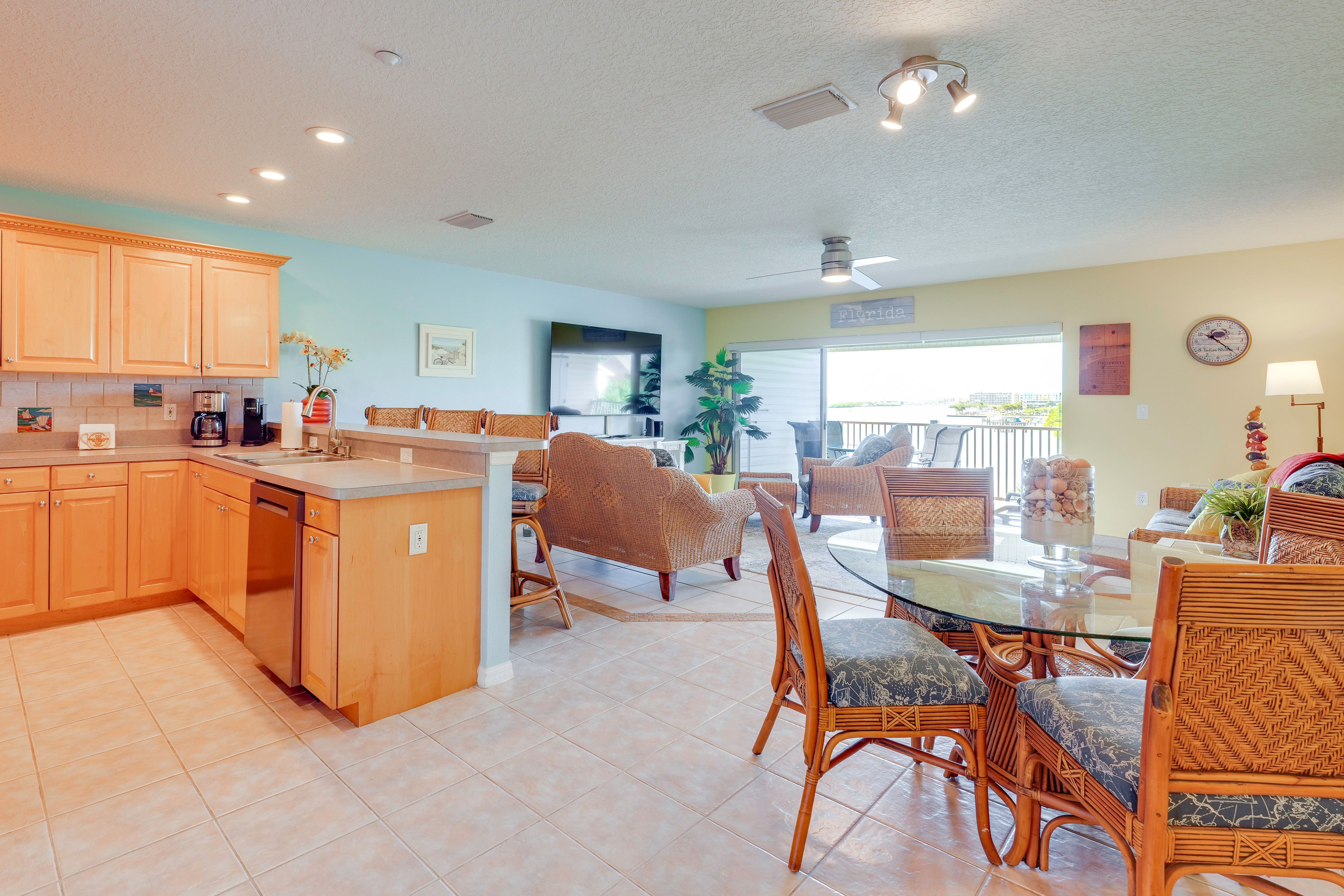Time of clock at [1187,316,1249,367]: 10:22
